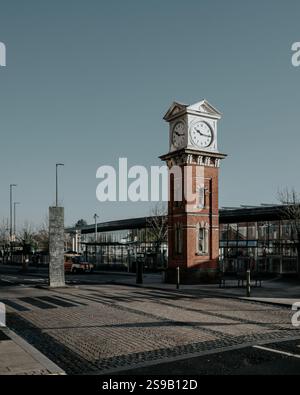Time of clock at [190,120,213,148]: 10:15
